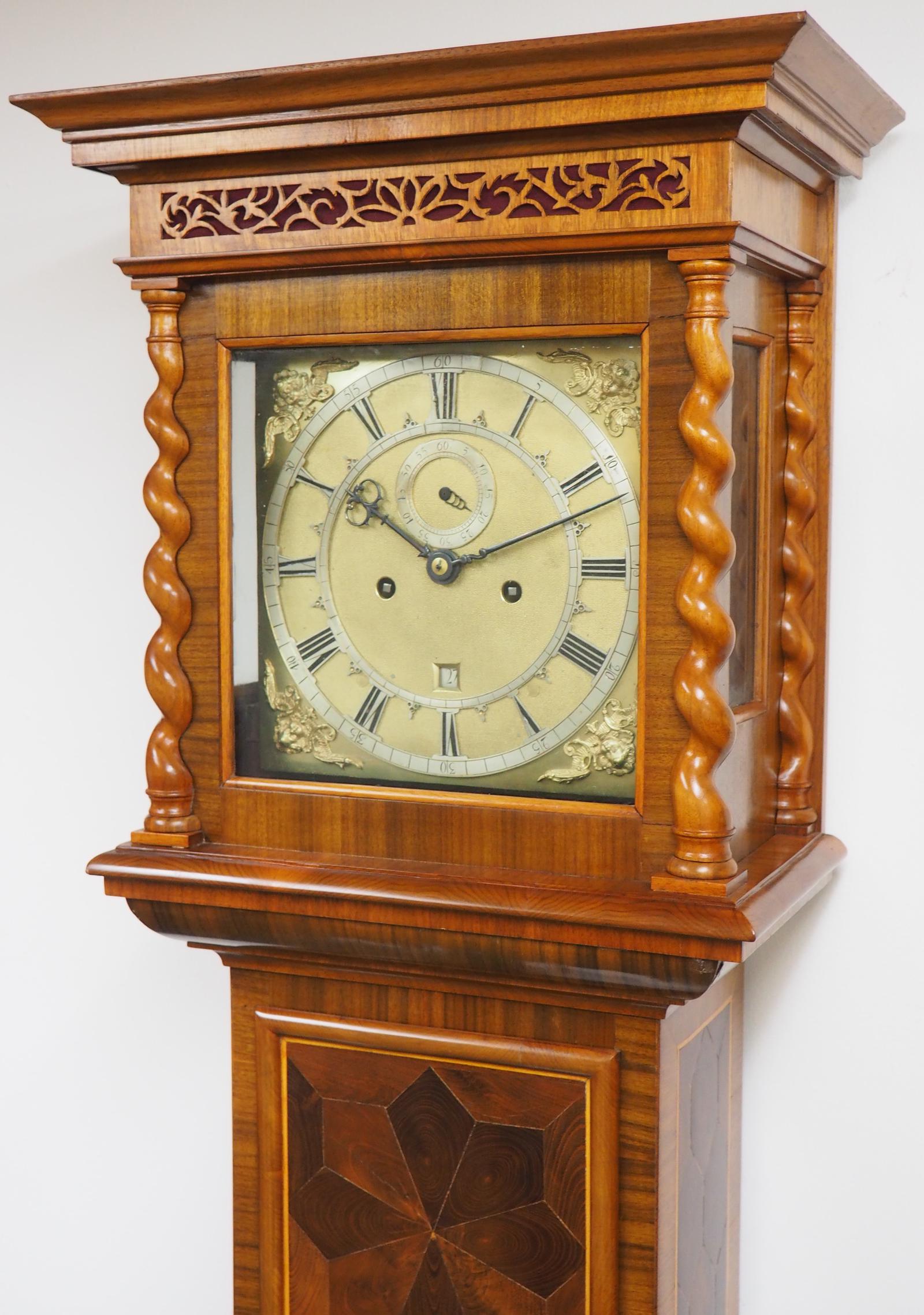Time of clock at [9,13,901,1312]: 10:12
